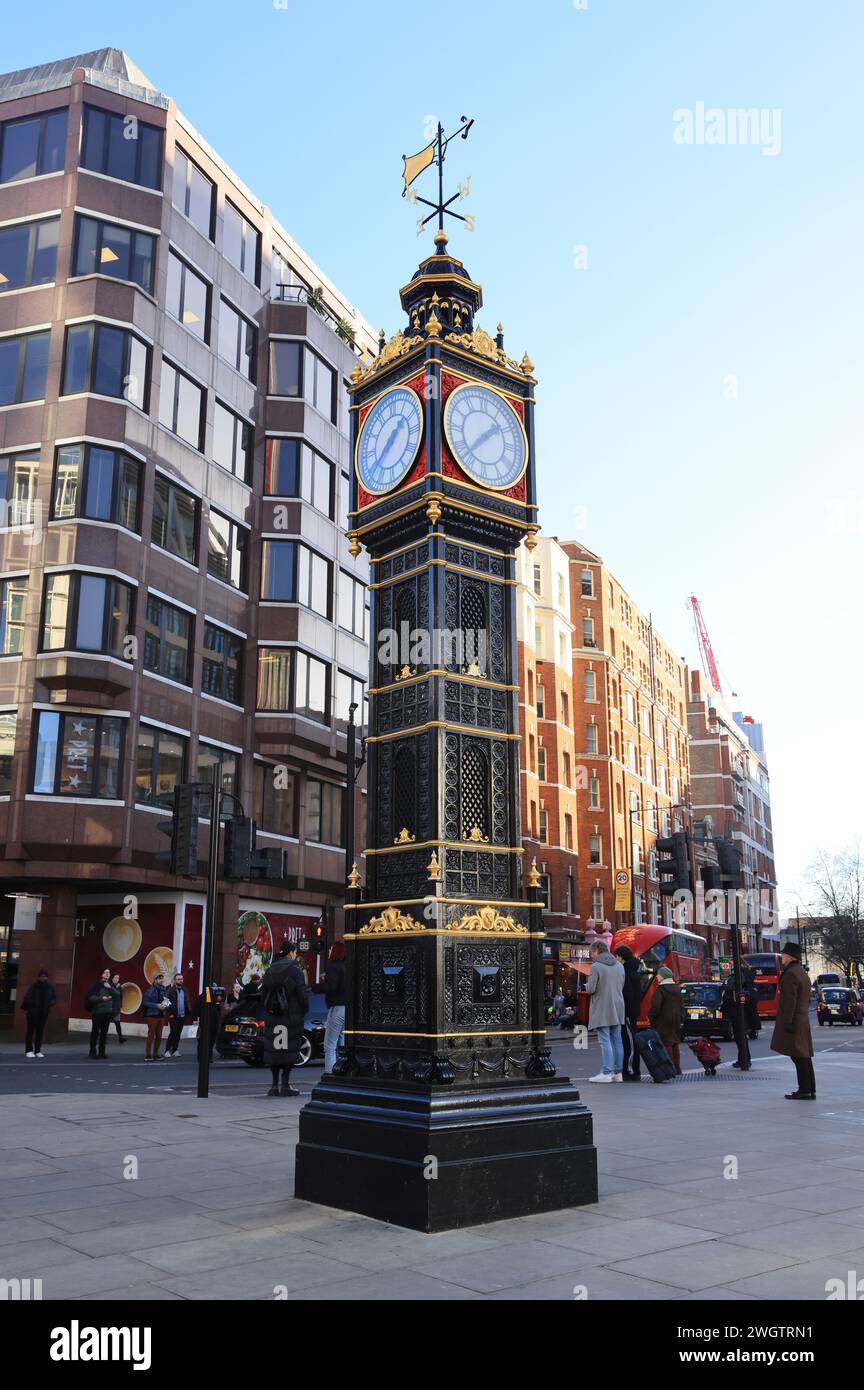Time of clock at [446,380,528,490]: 1:37
